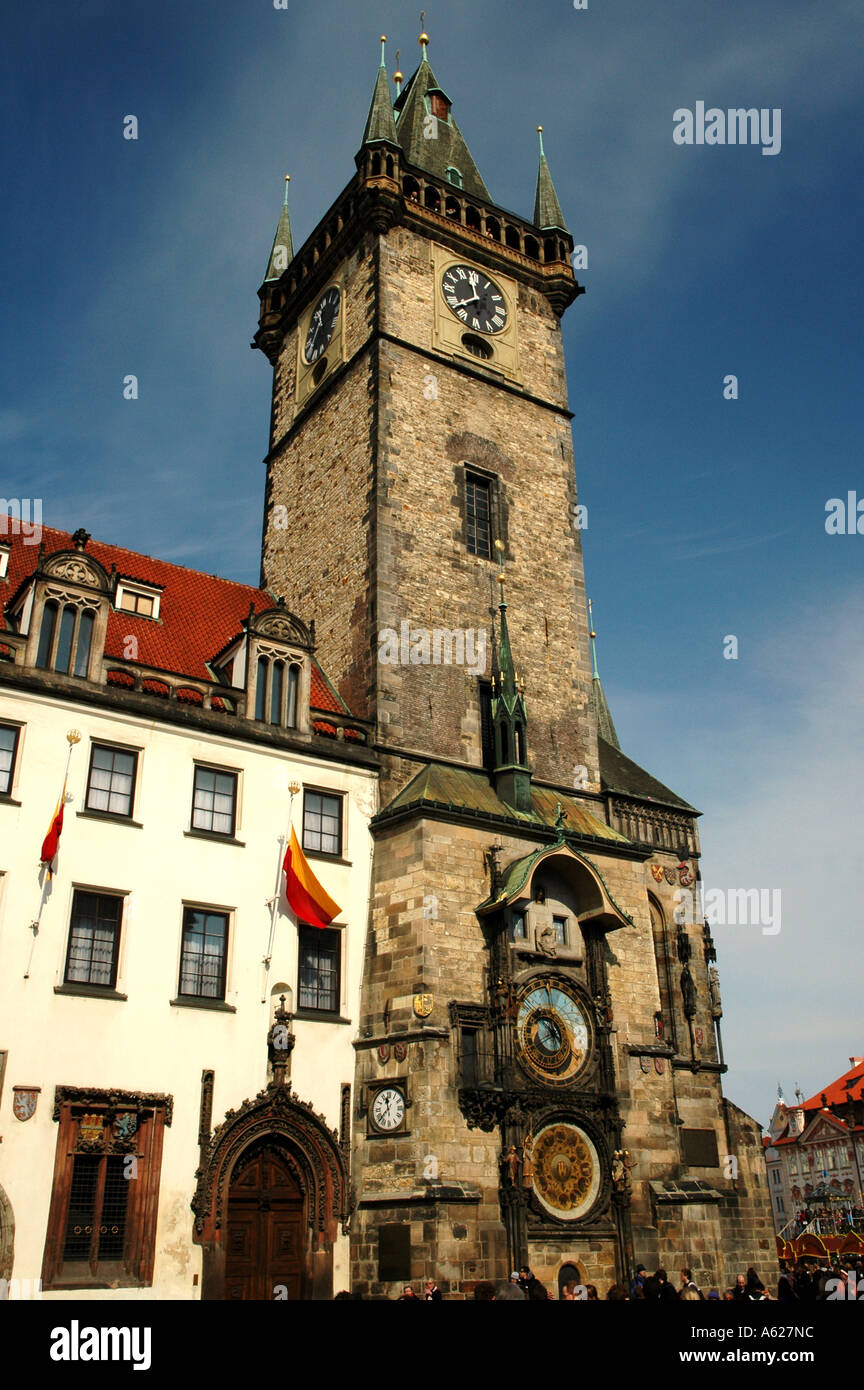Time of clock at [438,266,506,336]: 11:38
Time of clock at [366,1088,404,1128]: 11:37
